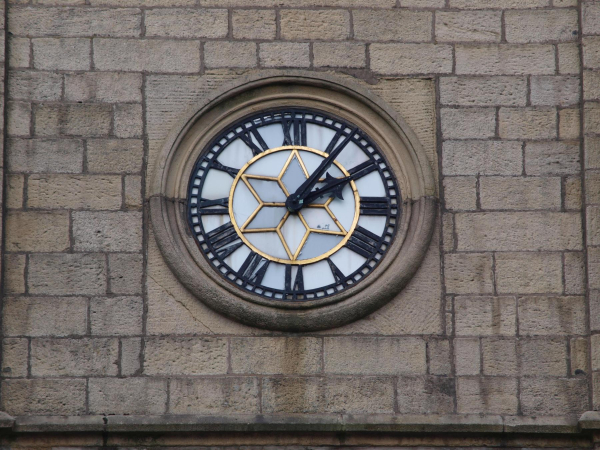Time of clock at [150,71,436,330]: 2:06
